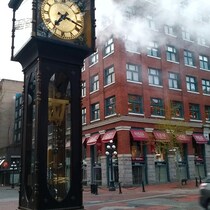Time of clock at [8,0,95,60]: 7:17
